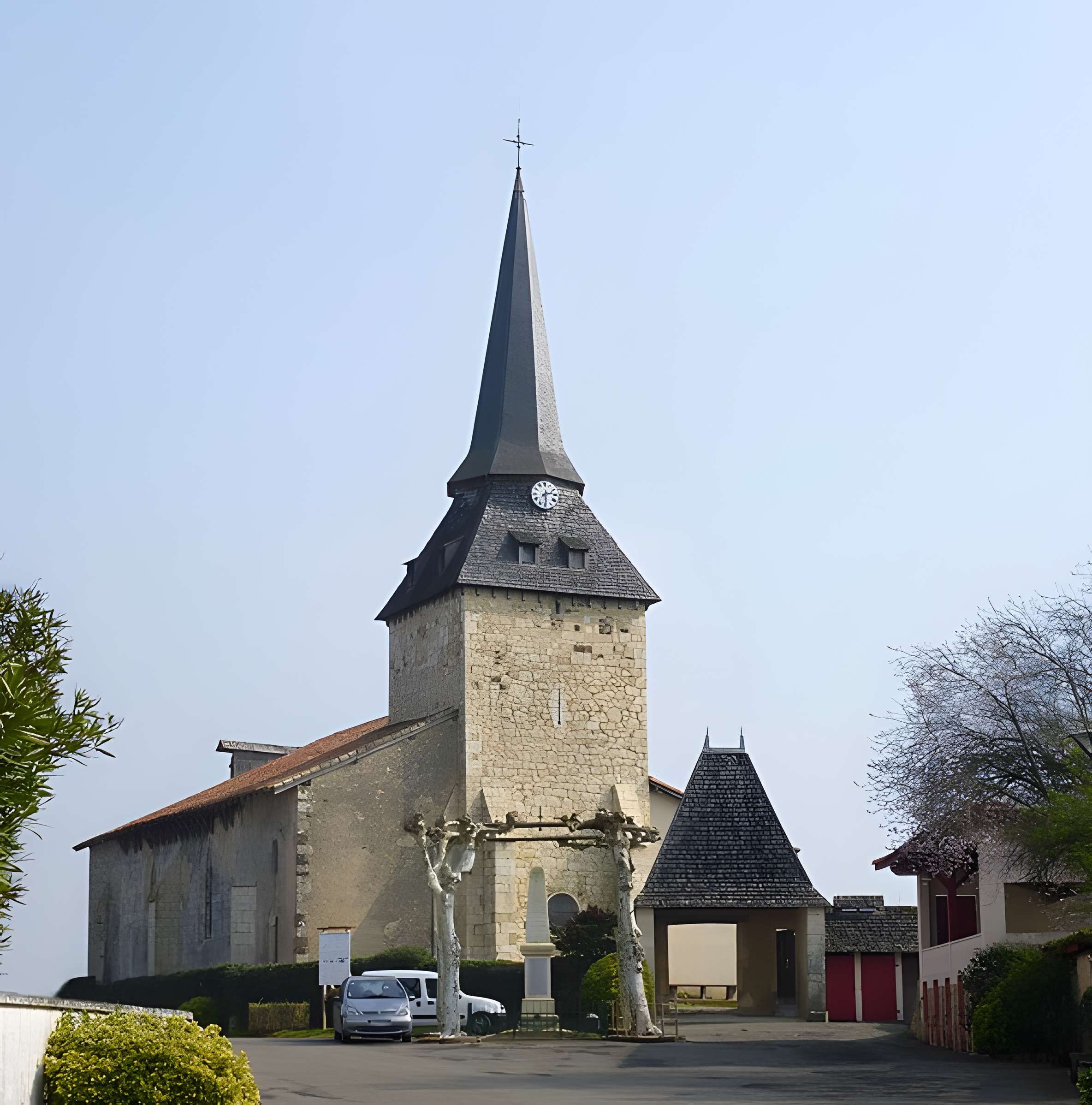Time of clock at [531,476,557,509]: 2:29
